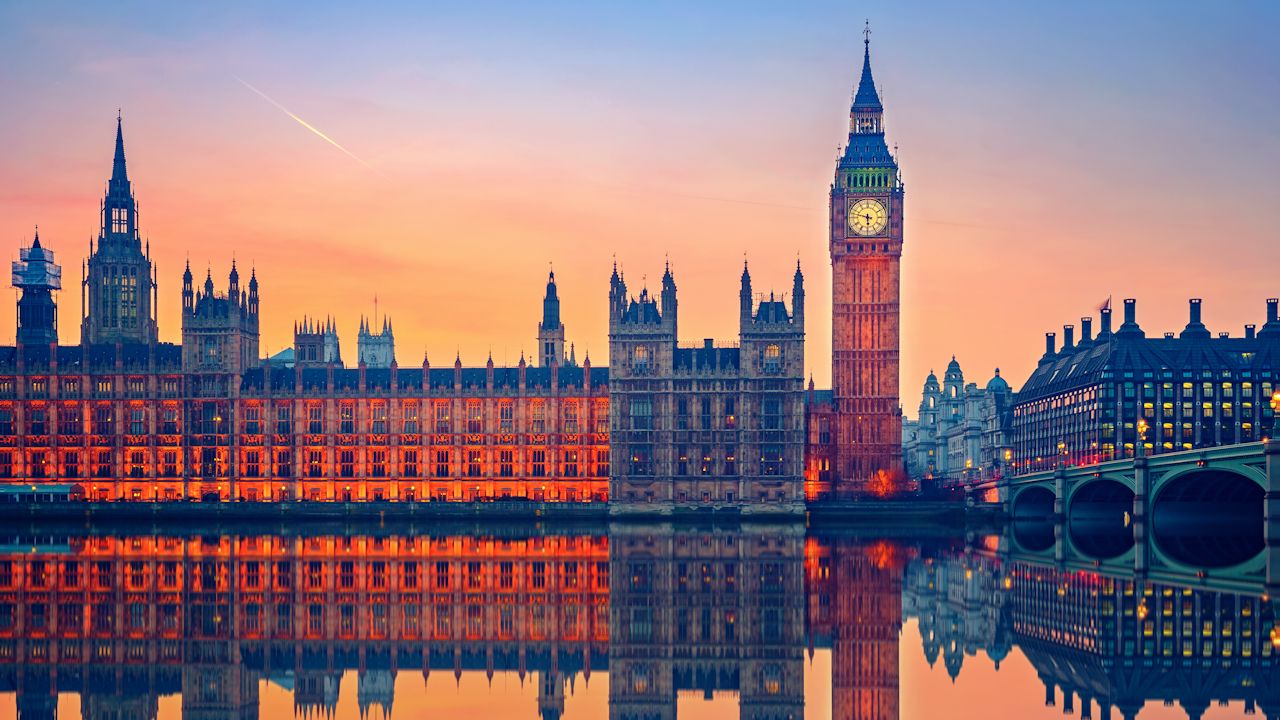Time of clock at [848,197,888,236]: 5:47
